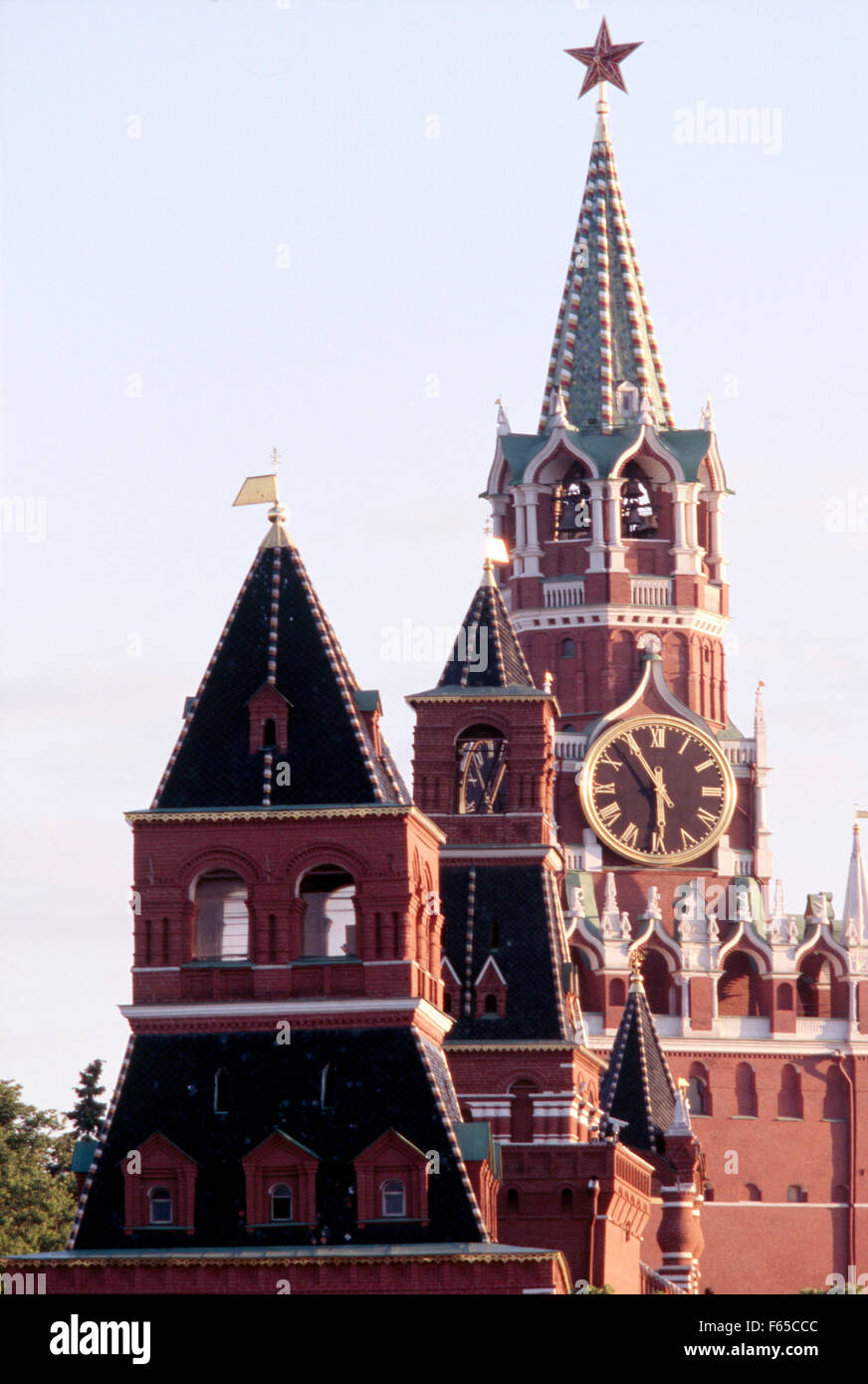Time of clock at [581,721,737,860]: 5:54
